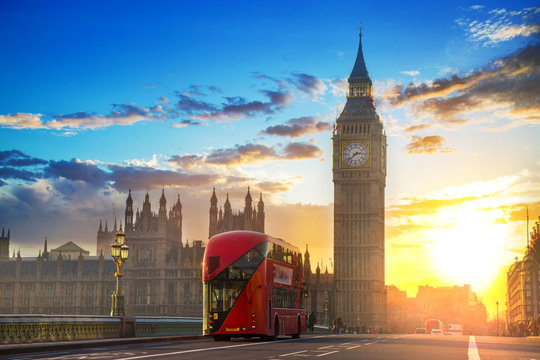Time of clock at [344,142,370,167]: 2:38
